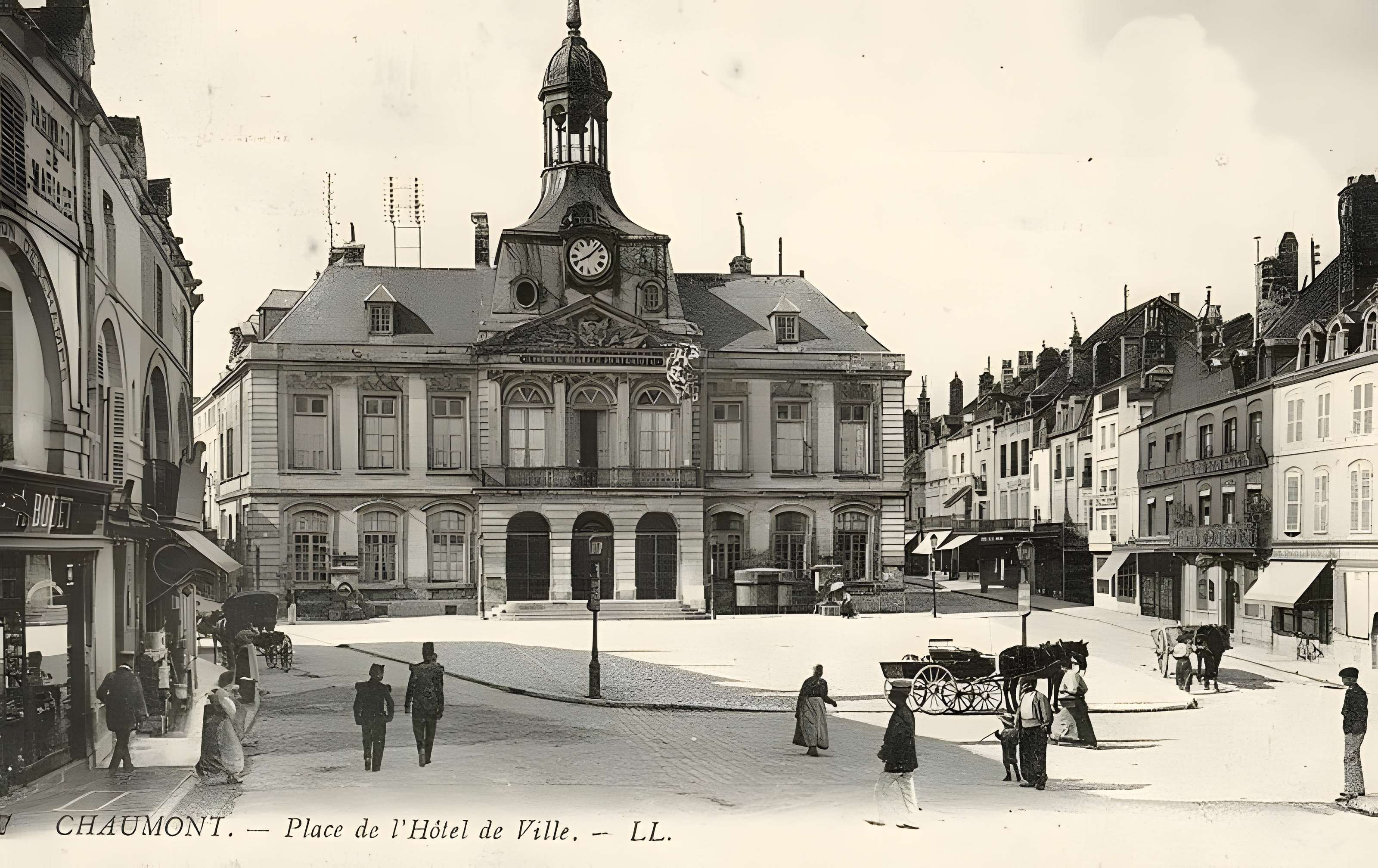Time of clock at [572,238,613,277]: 8:07
